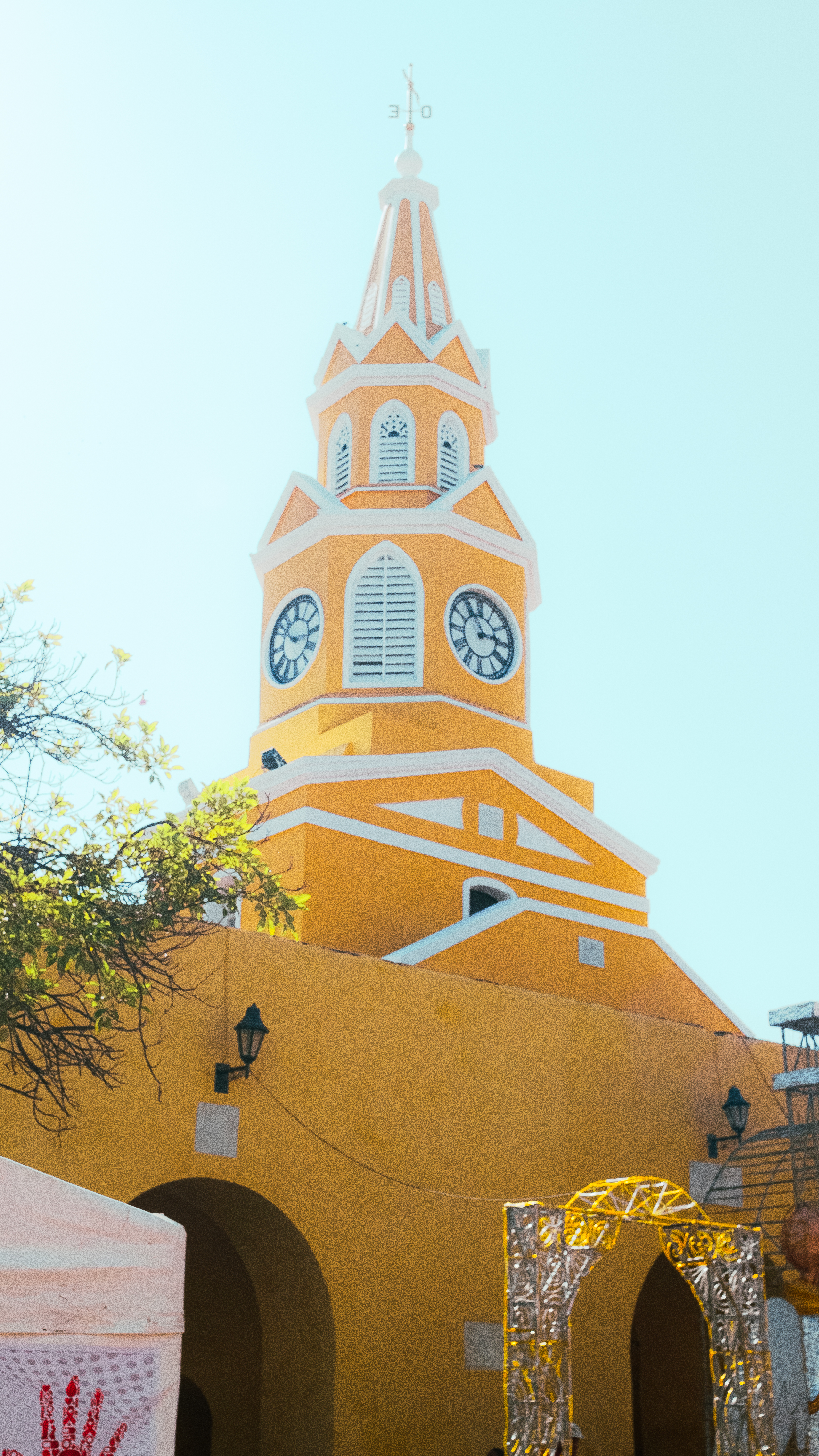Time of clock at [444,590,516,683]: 2:54
